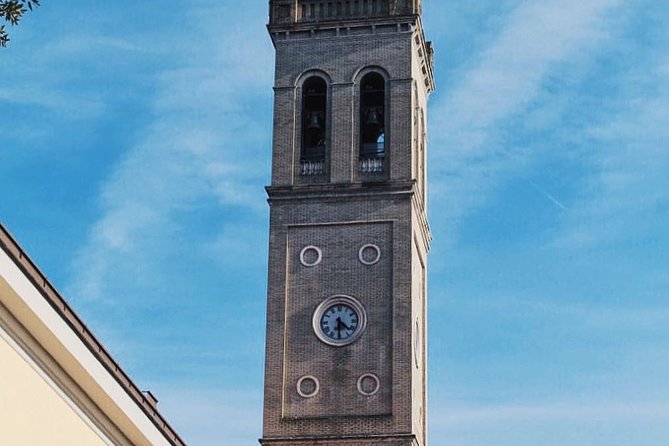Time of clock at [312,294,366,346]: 4:30
